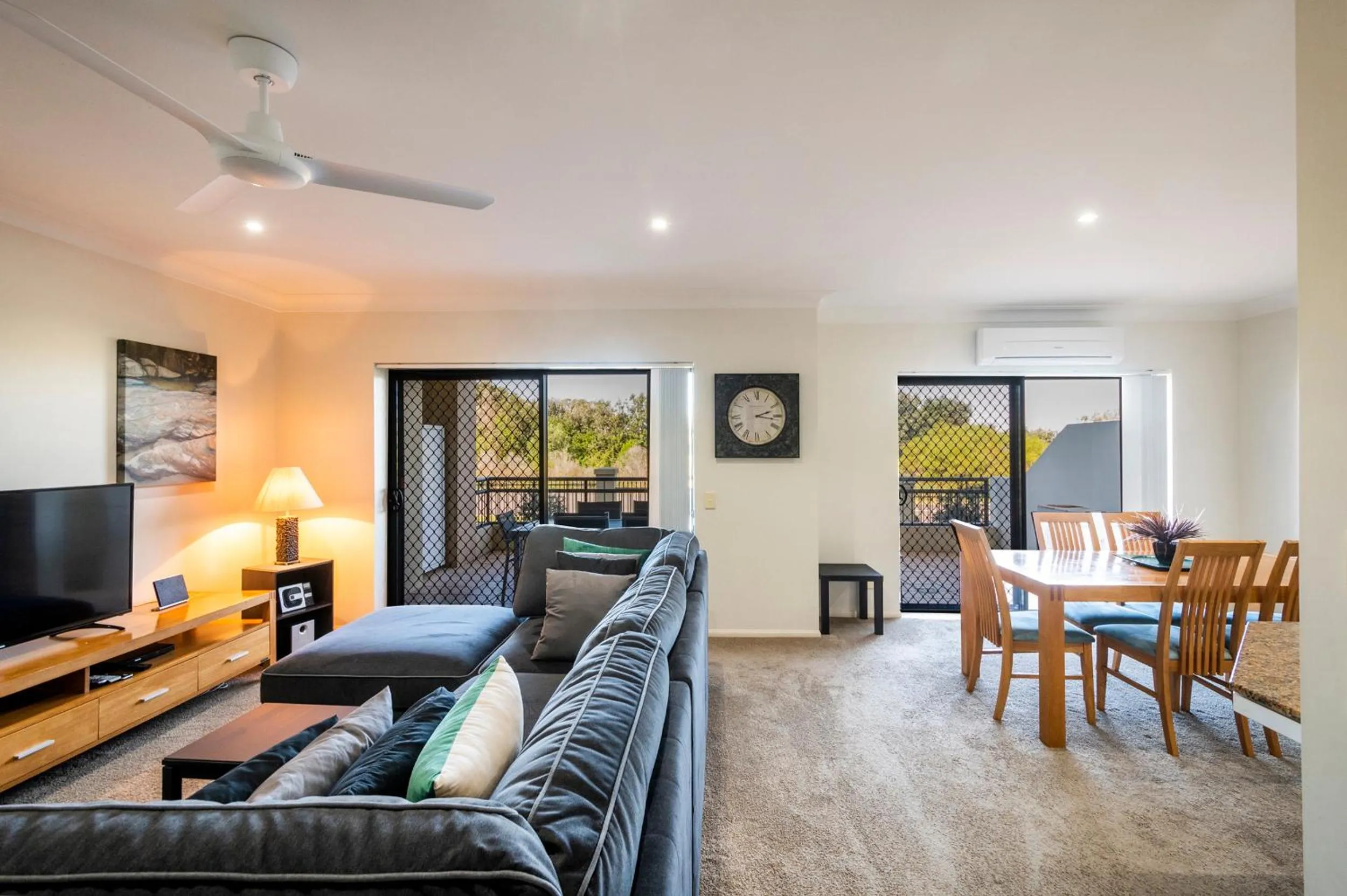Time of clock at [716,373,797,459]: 2:16
